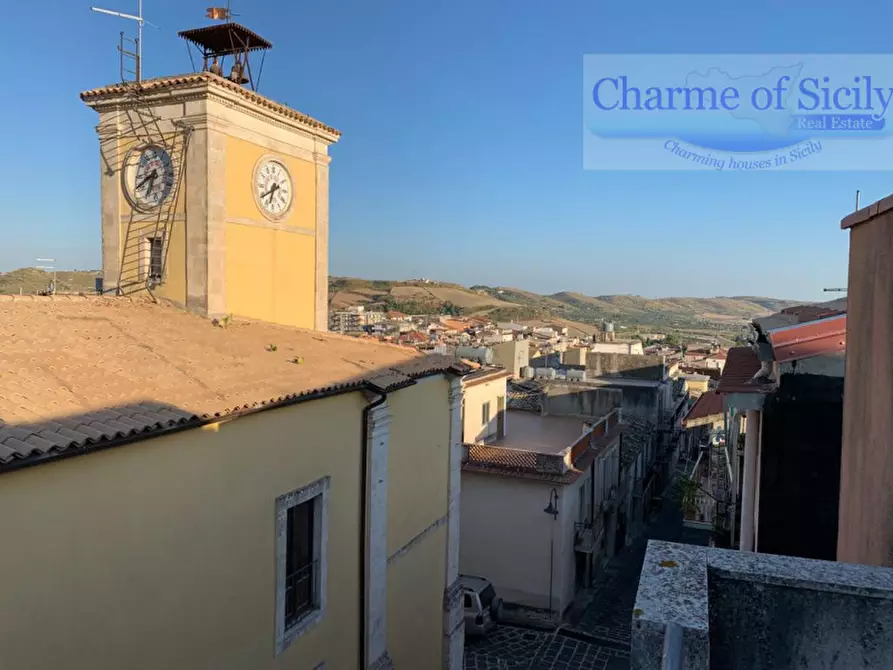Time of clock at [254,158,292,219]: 6:39
